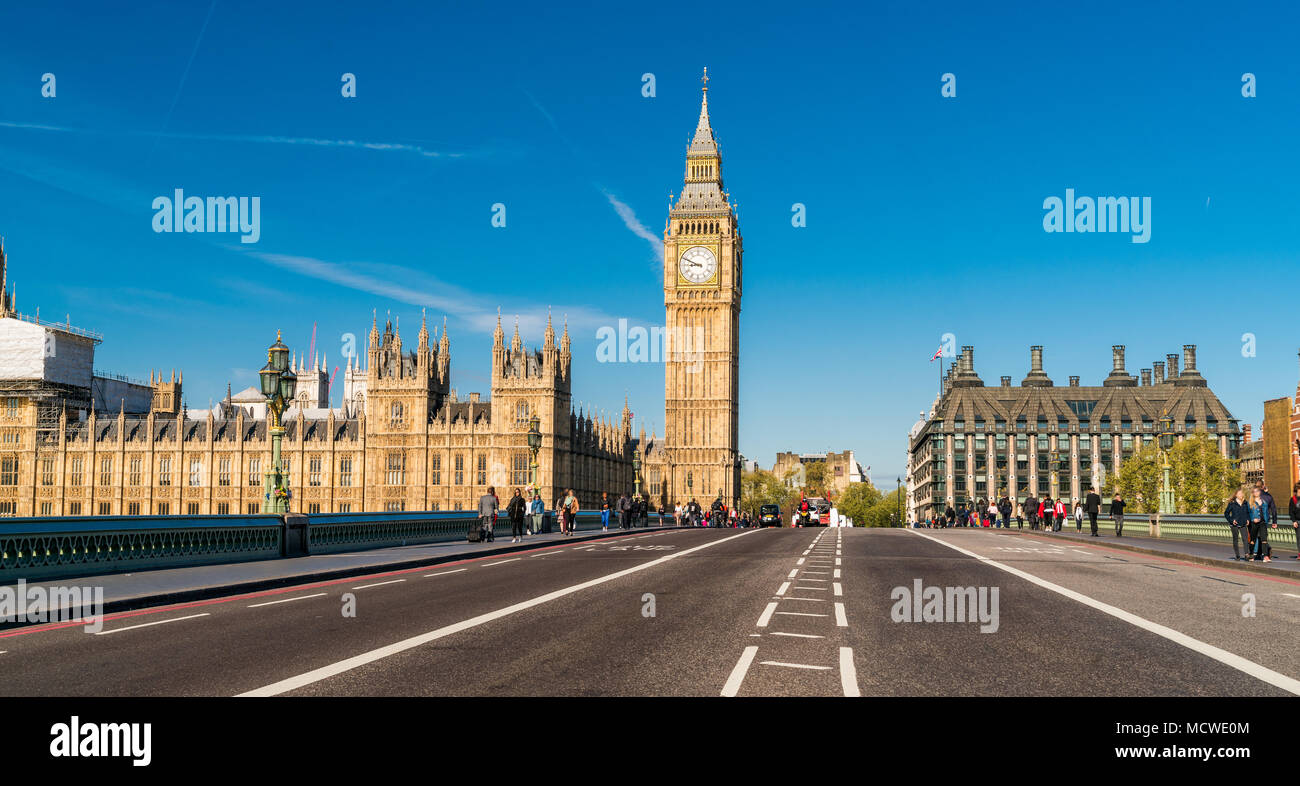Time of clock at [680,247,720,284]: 8:48
